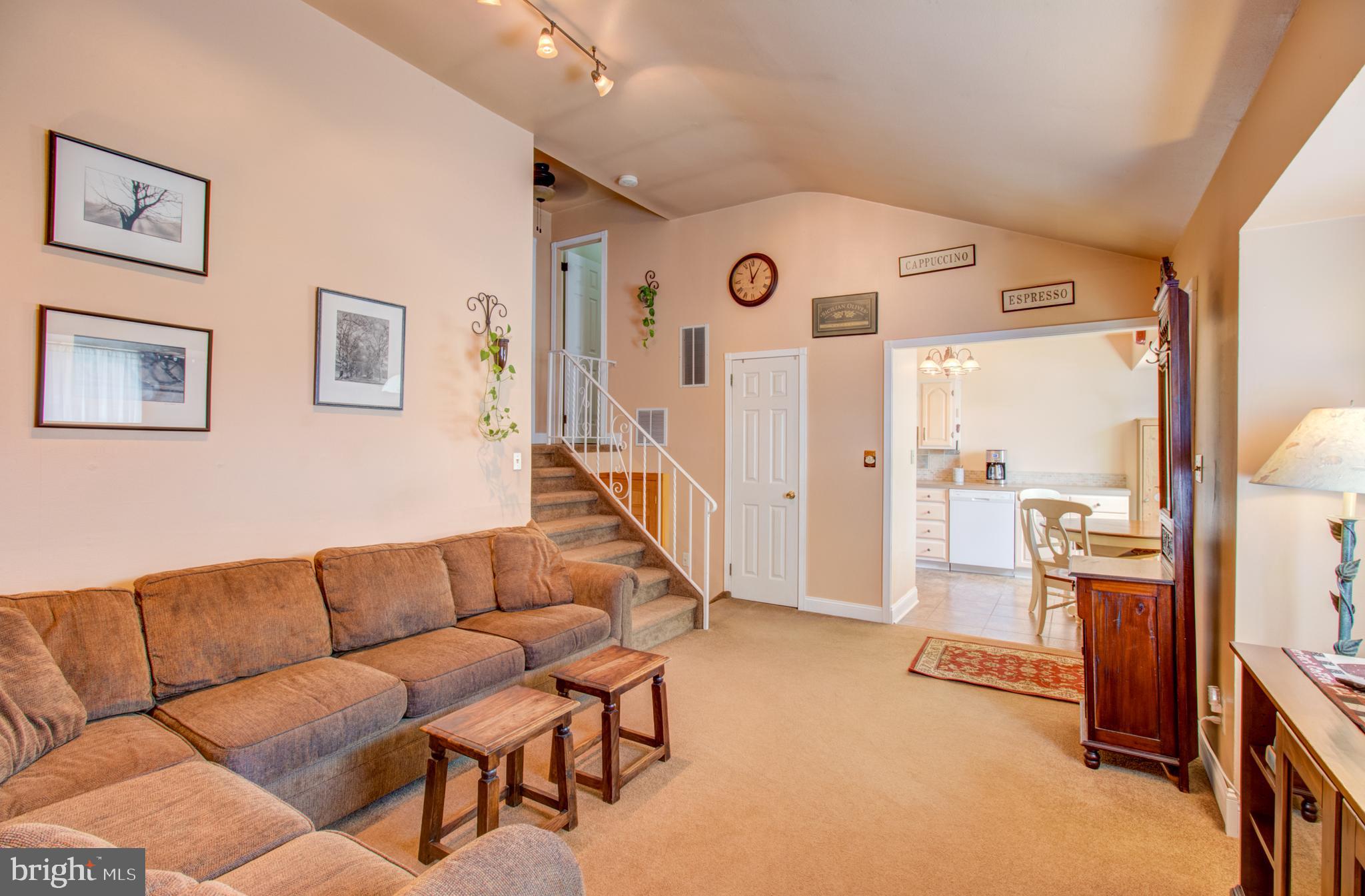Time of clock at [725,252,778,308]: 12:58
